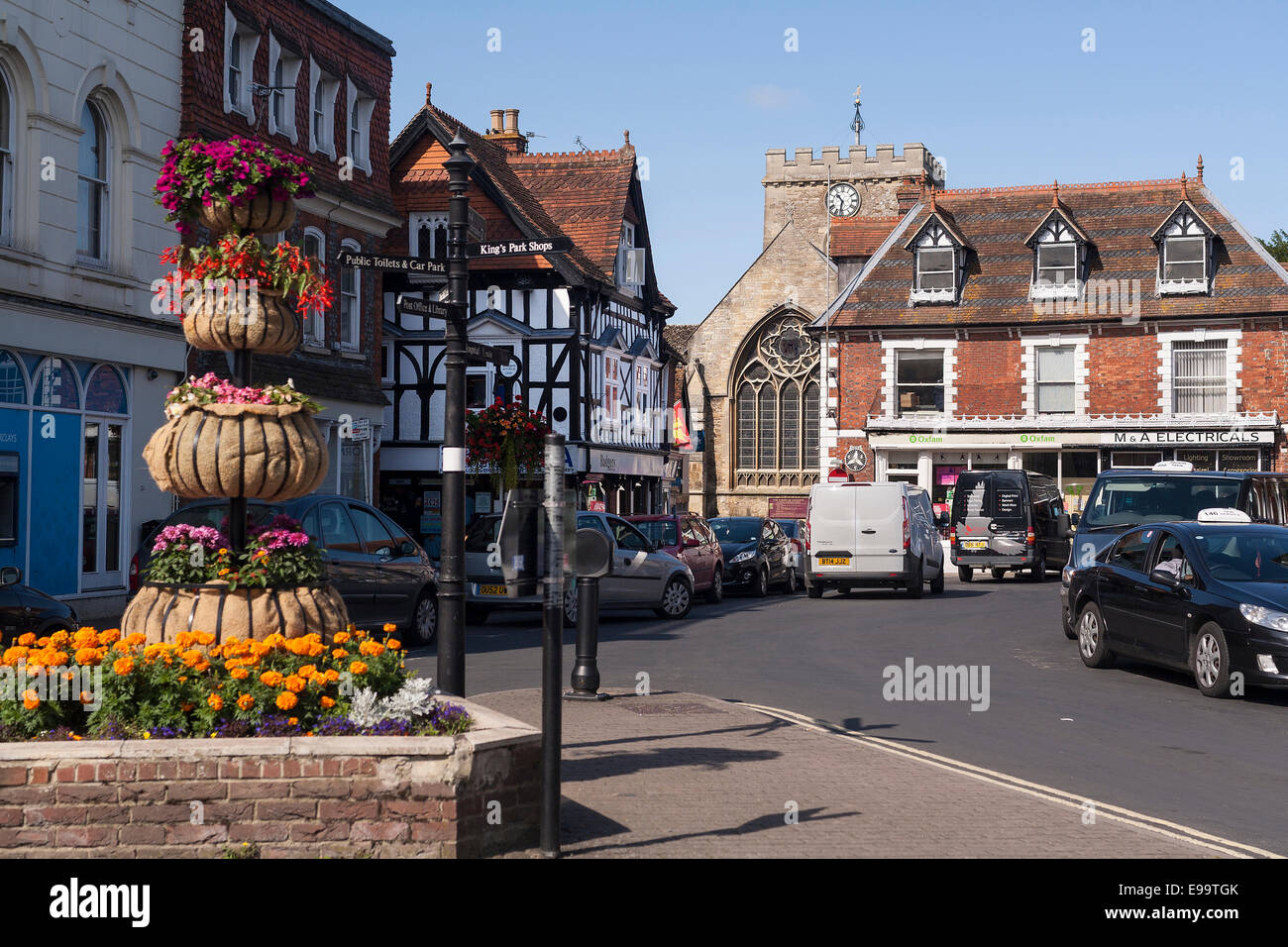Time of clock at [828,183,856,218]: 10:32
